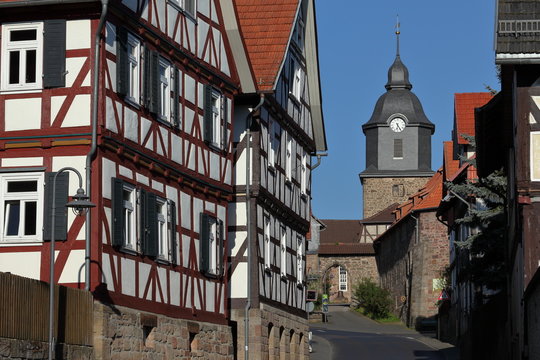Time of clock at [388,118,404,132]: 6:24
